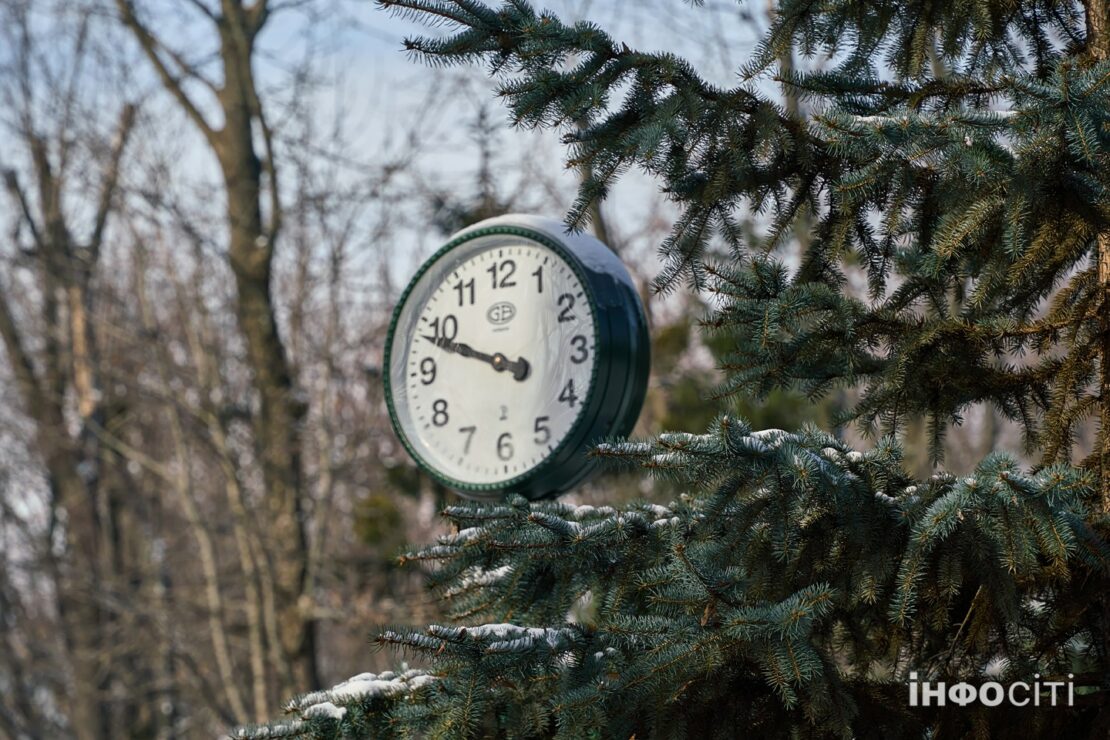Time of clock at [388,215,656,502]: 9:48
